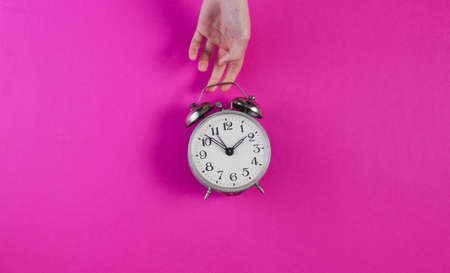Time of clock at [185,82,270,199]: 1:52
